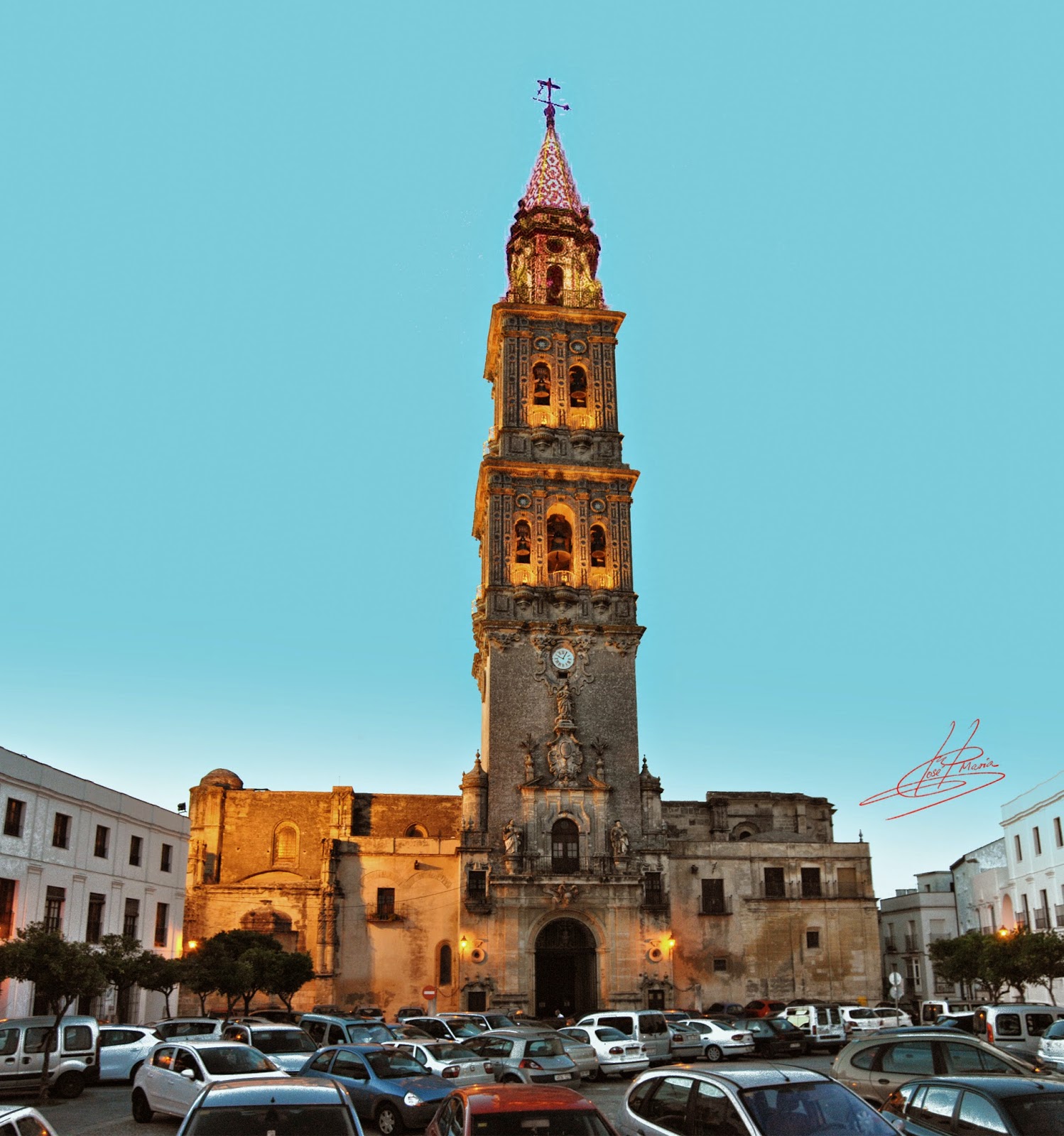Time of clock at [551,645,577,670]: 10:04
